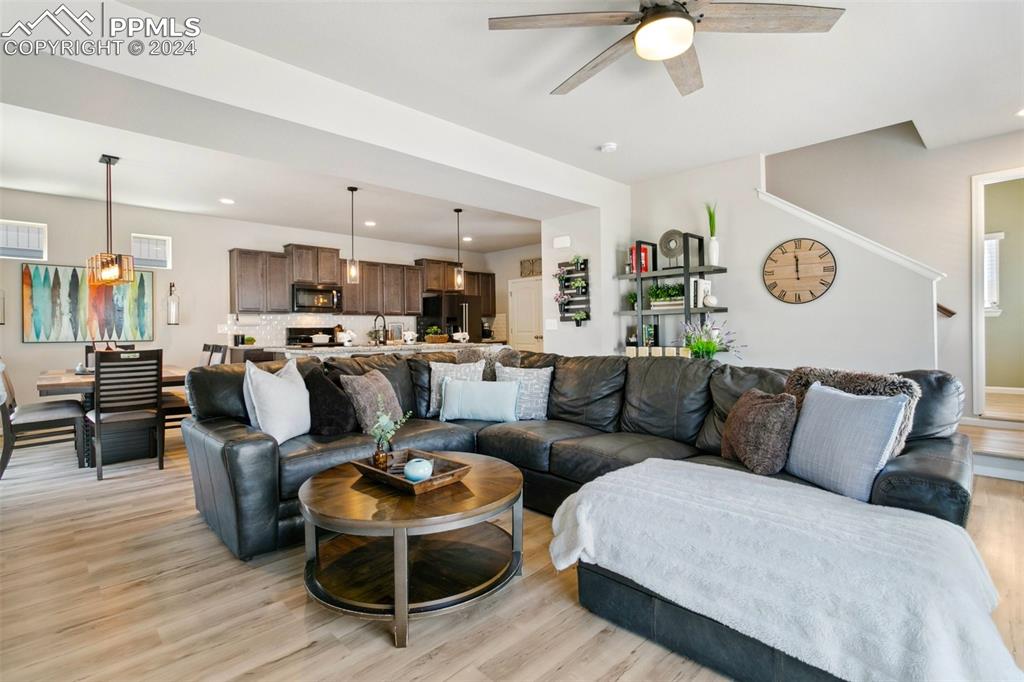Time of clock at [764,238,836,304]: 11:58
